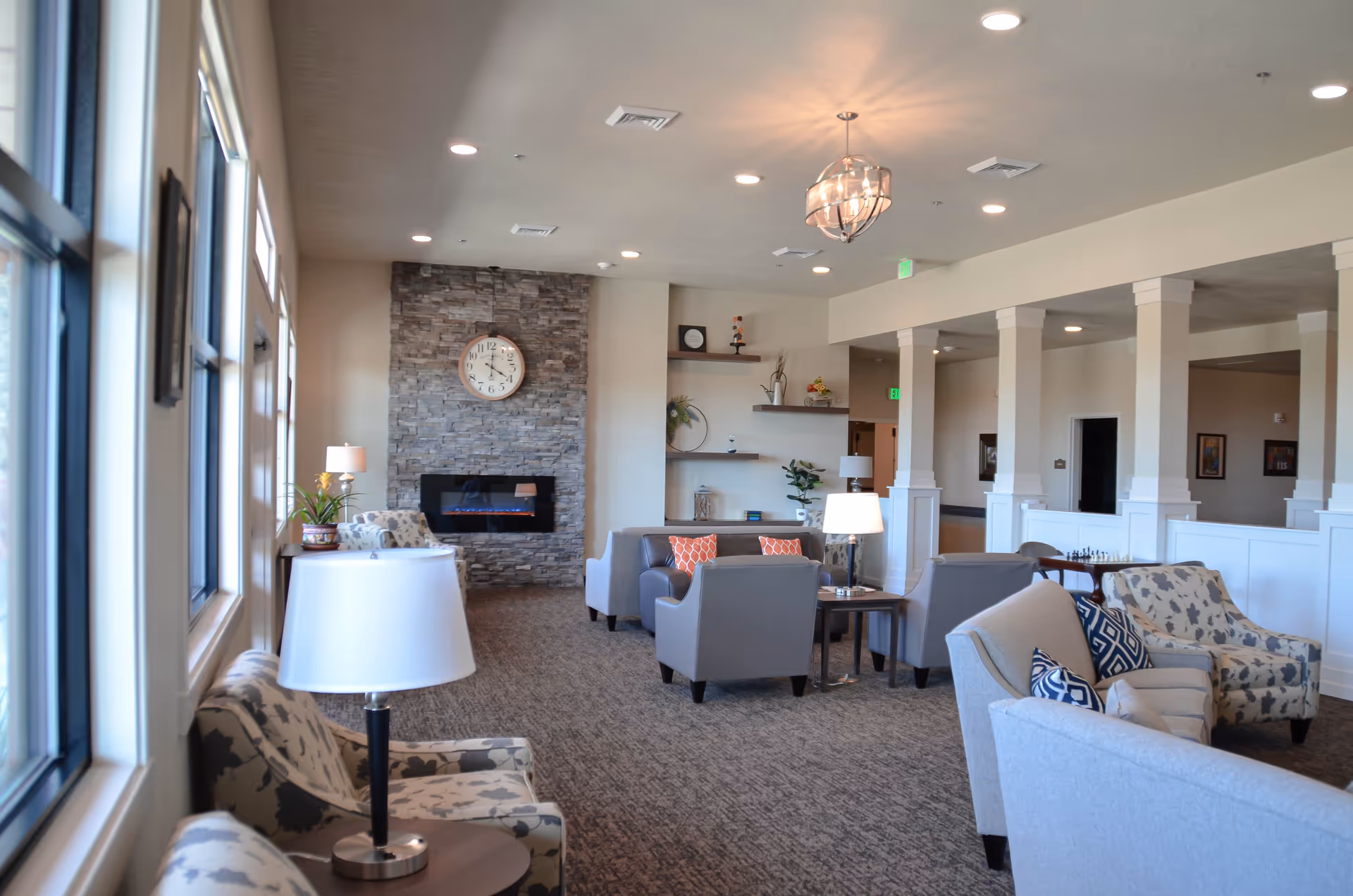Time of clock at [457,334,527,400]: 4:01
